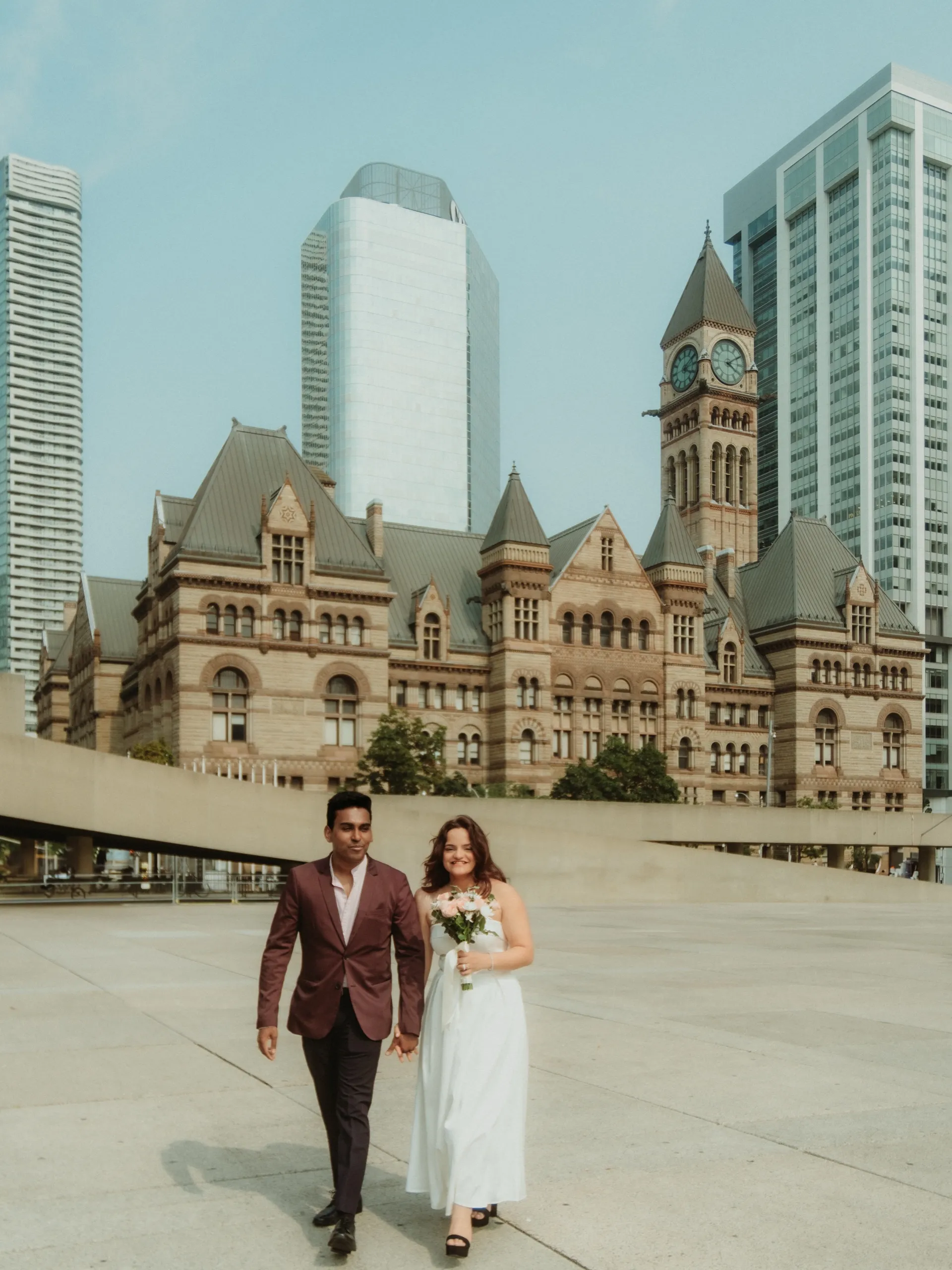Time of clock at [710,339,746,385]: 4:09
